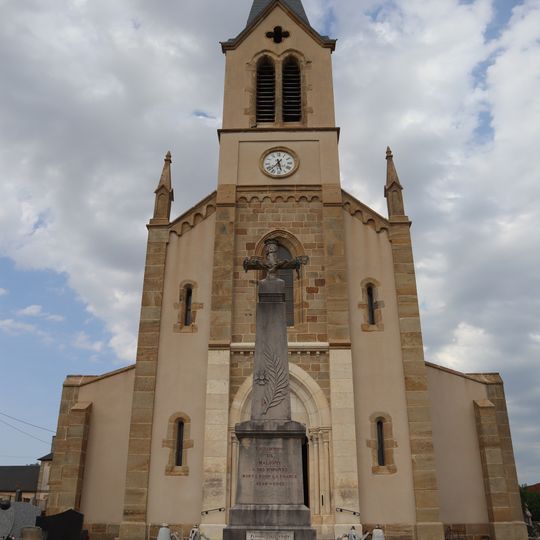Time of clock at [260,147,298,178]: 5:37
